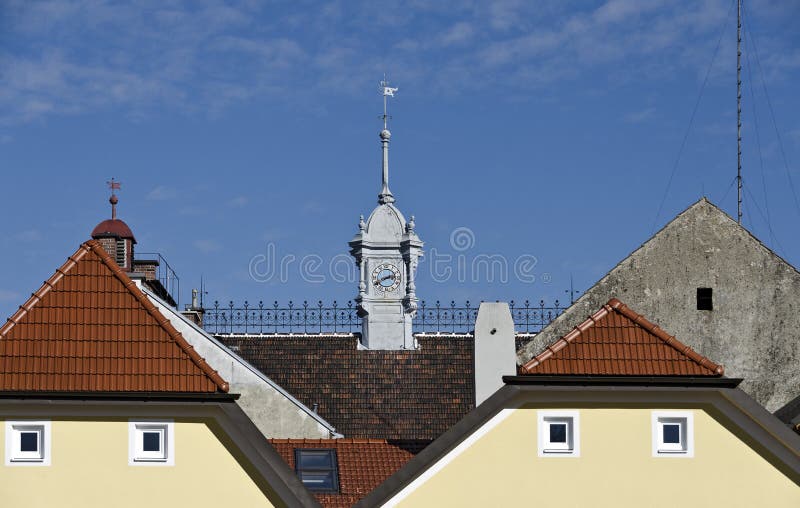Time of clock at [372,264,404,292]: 2:40
